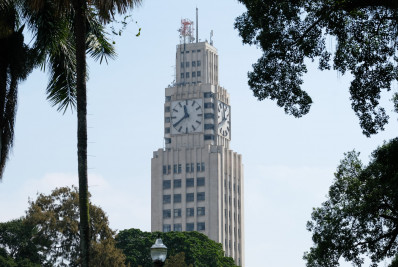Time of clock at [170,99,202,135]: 11:39
